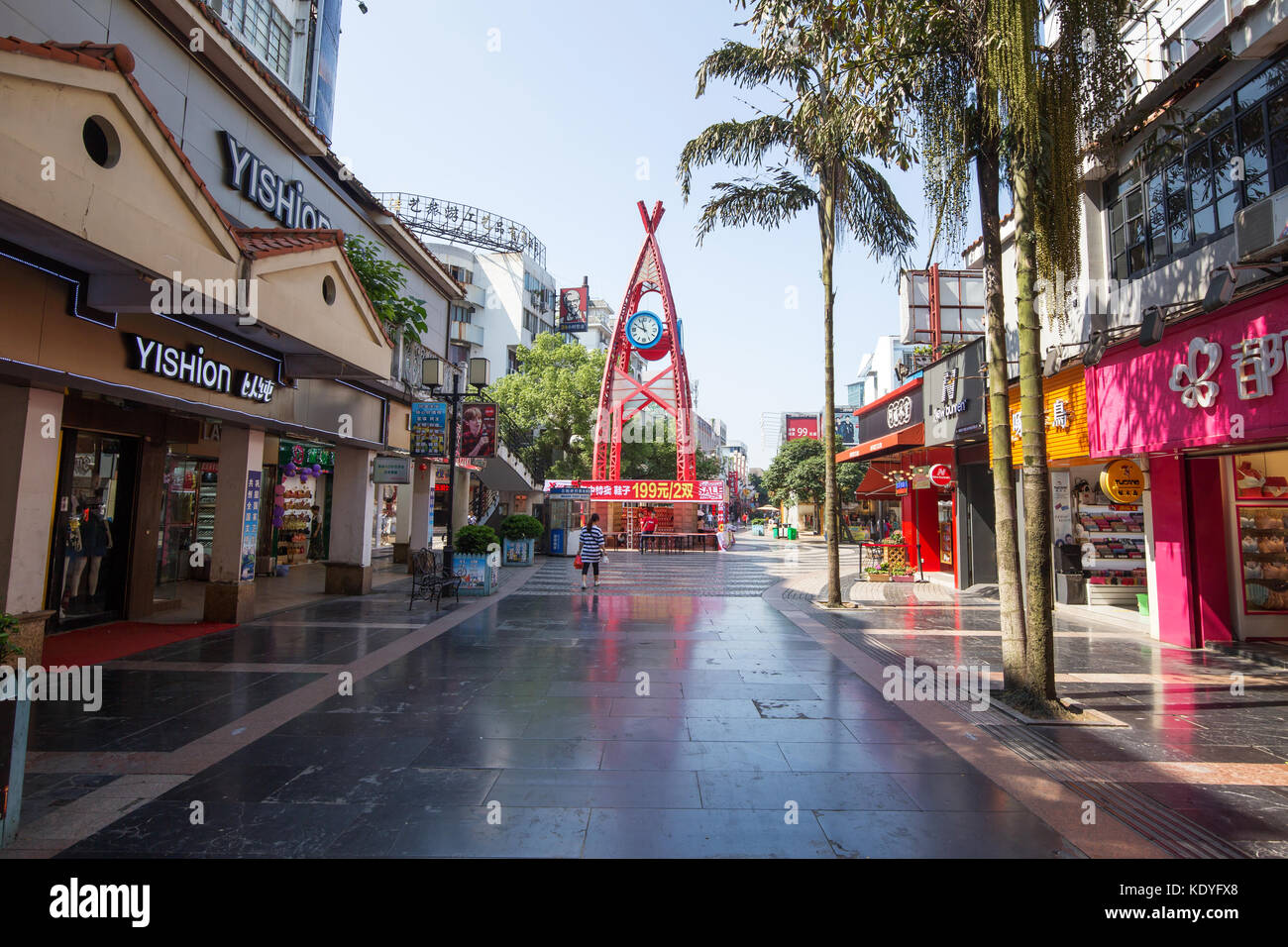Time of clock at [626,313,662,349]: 9:57
